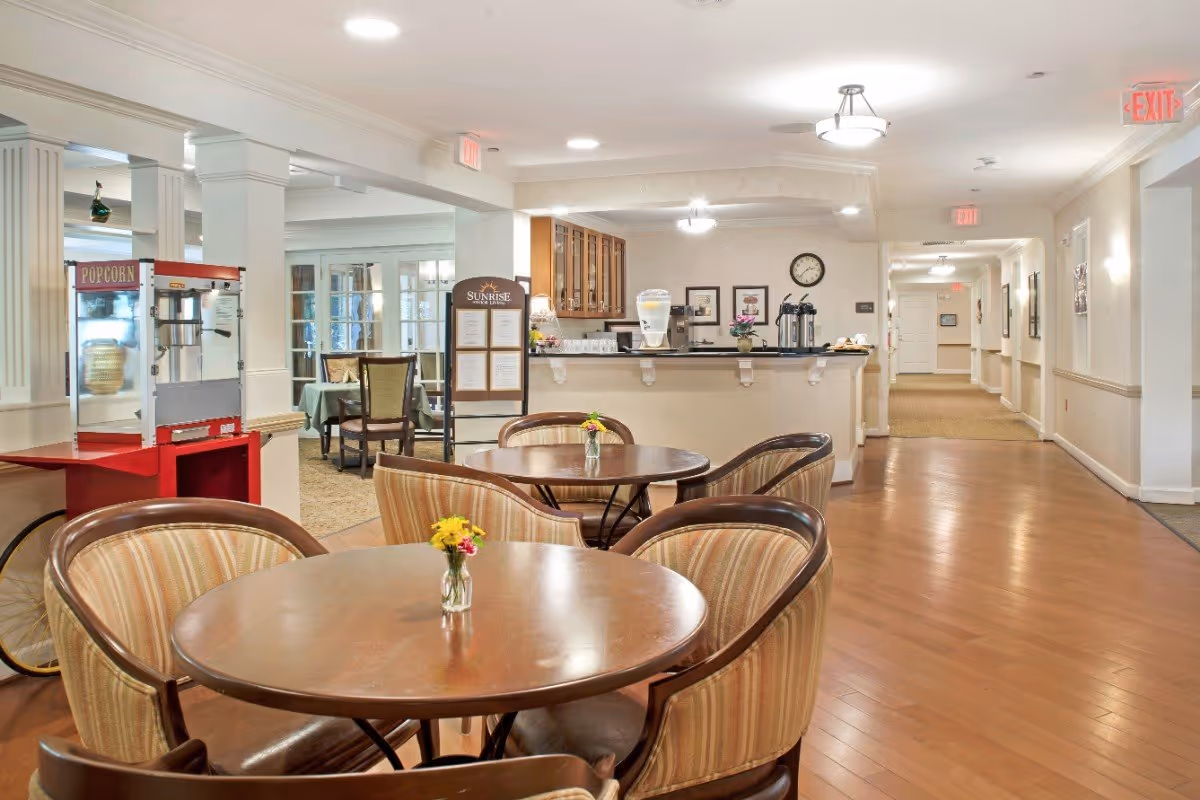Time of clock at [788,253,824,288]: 2:37
